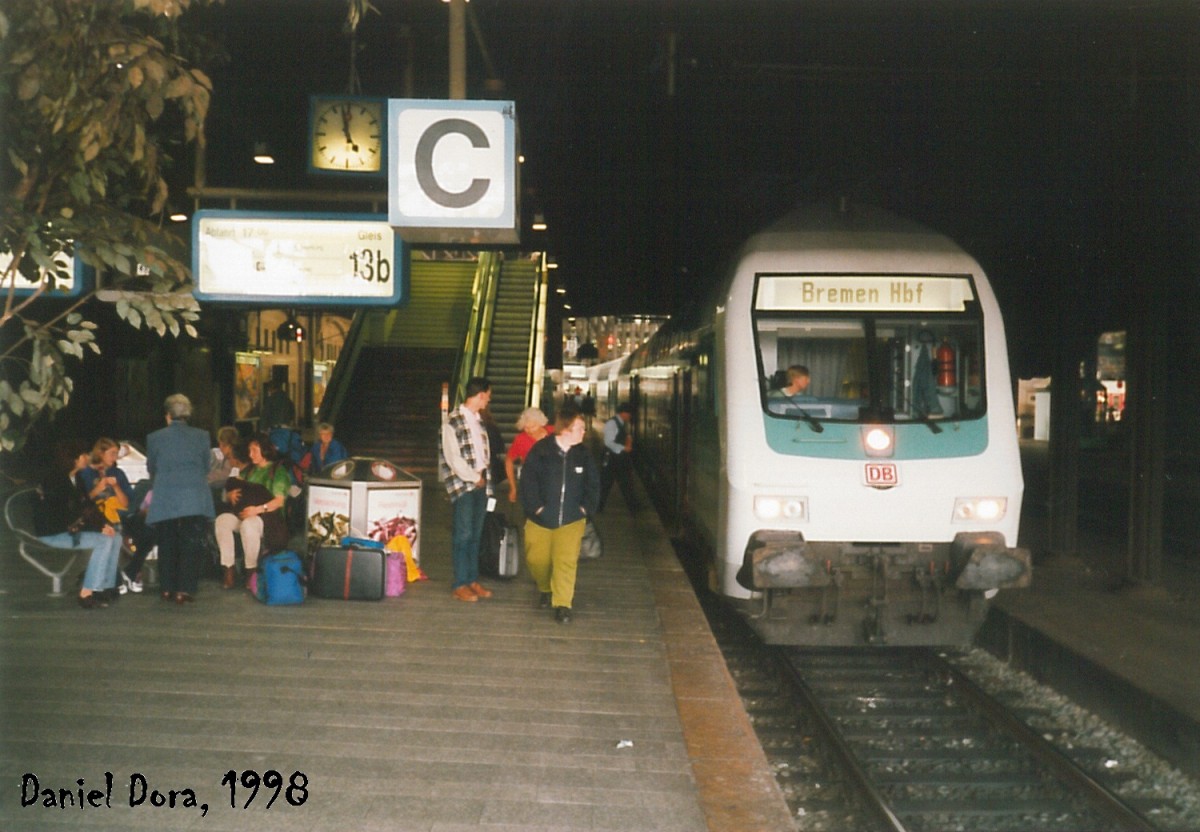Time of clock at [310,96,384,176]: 4:57
